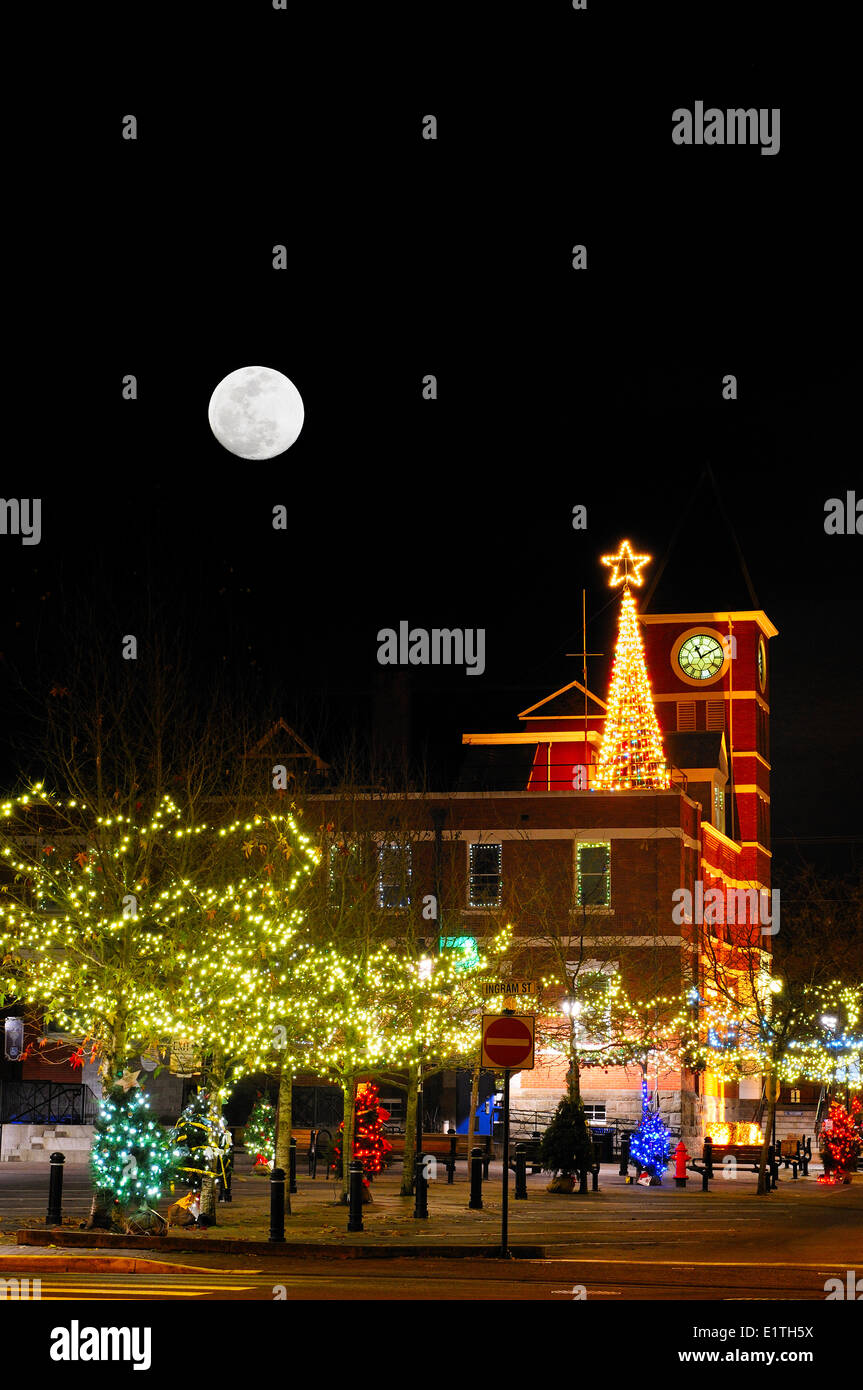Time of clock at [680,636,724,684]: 11:09
